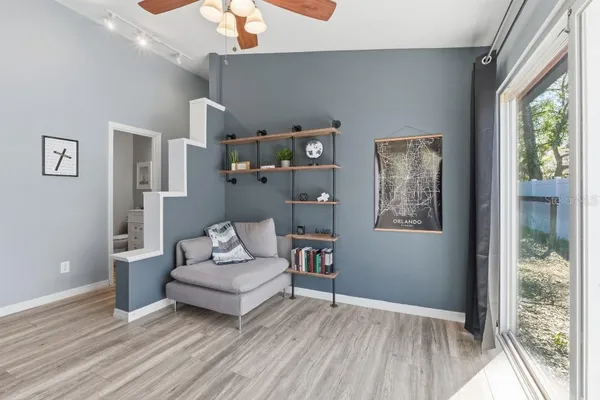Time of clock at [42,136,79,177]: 3:34
